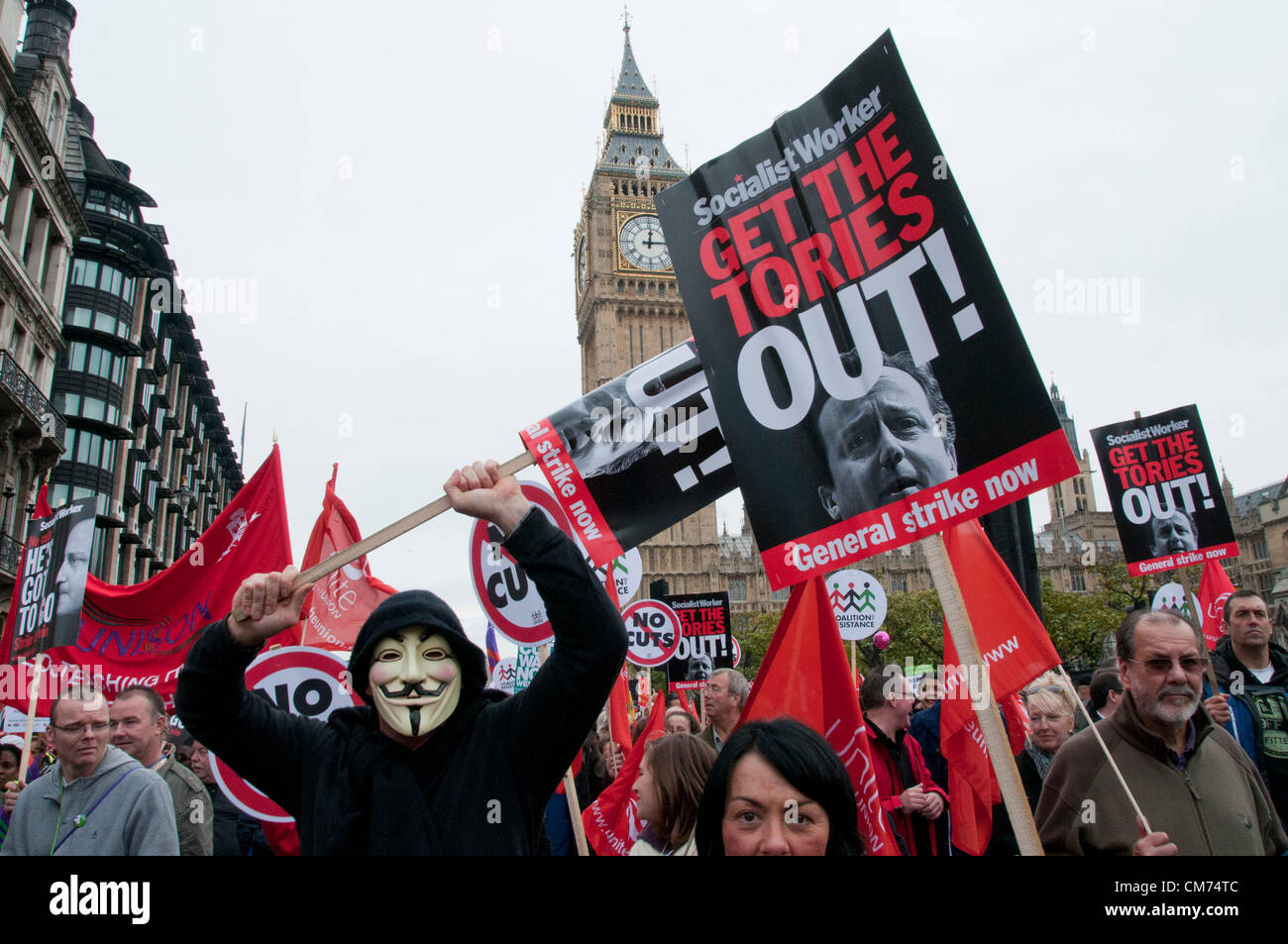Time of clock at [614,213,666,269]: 12:14
